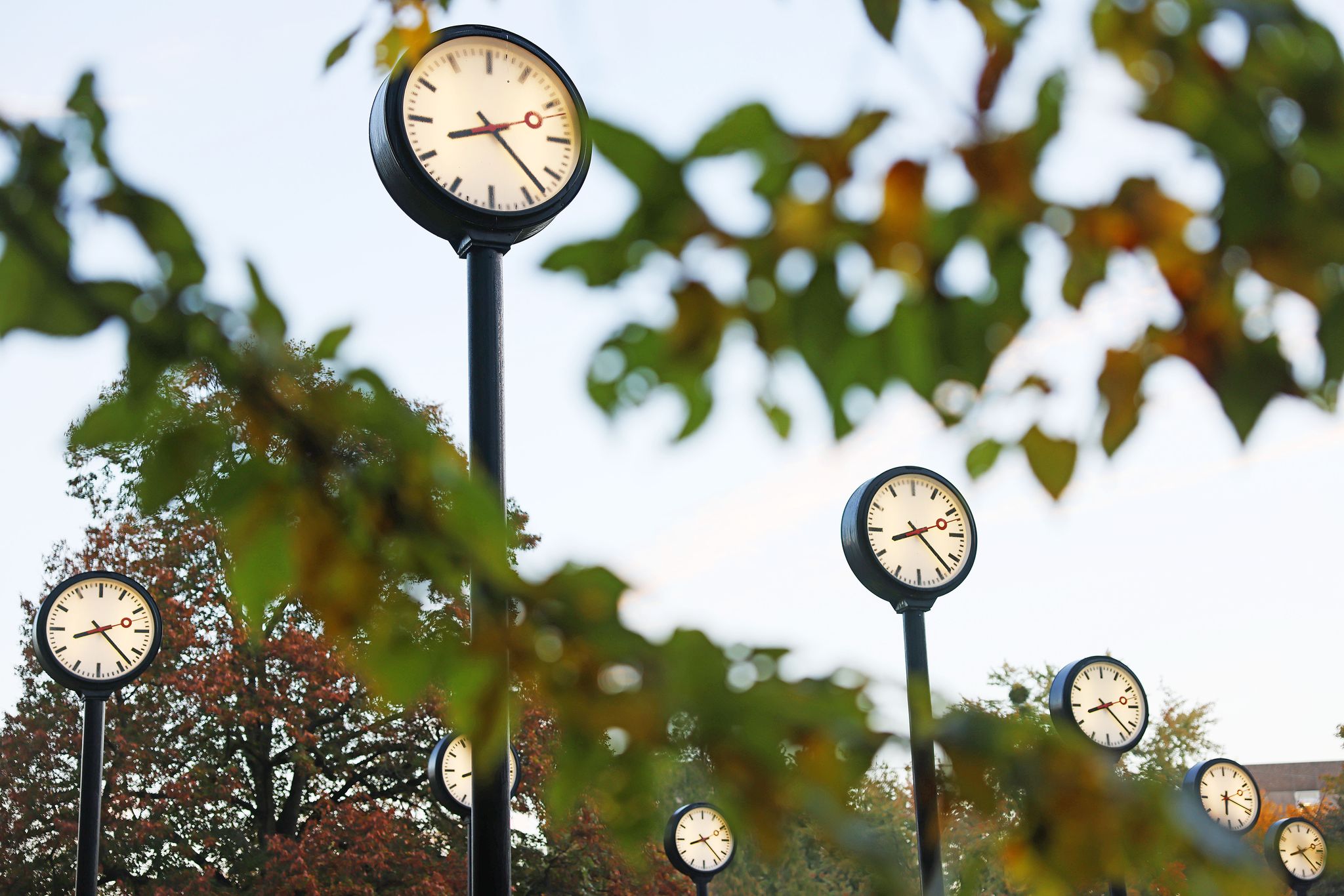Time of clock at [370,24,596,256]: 8:22
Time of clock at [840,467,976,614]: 8:22
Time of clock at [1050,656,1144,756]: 8:22
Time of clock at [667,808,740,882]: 8:22
